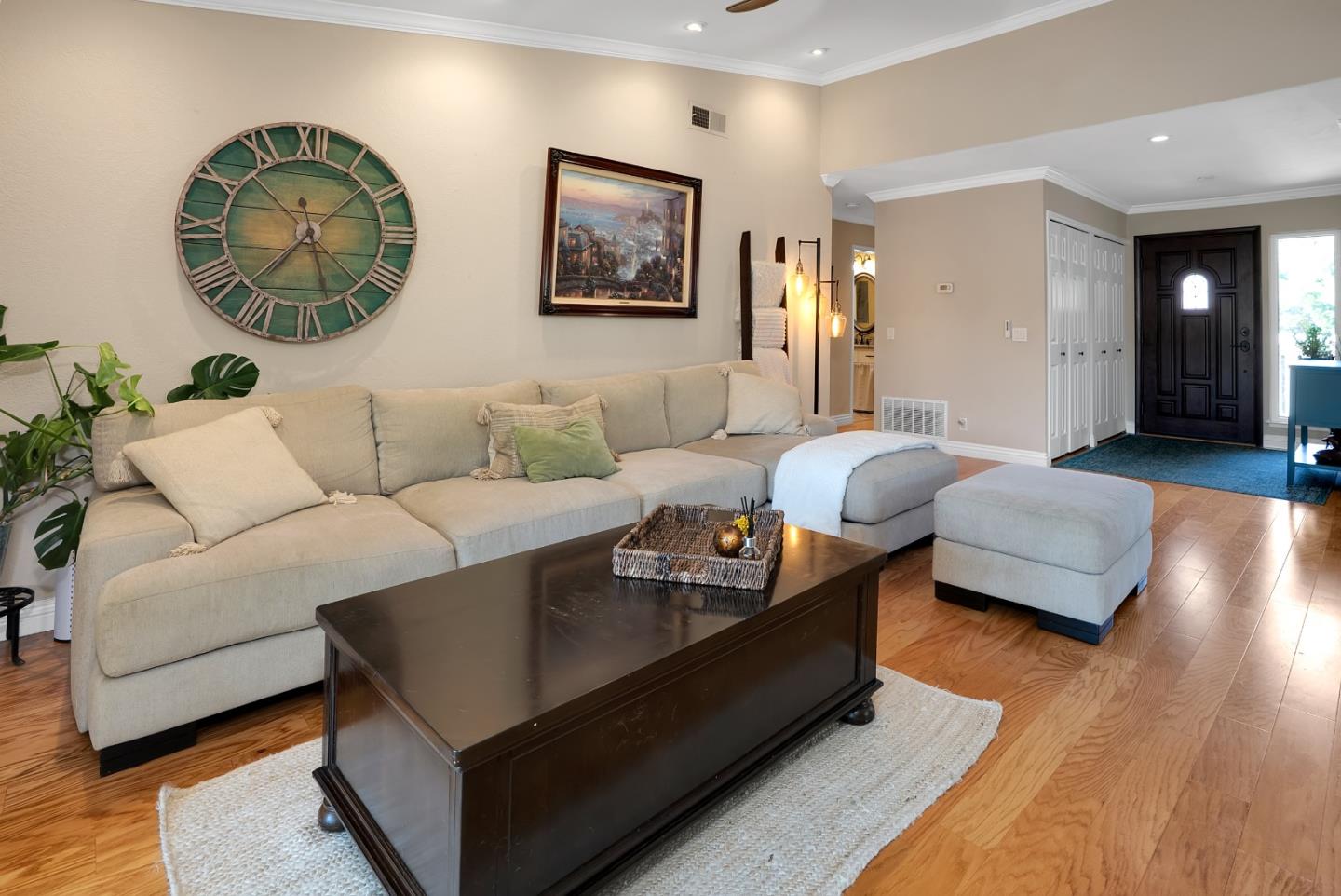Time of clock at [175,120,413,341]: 7:27
